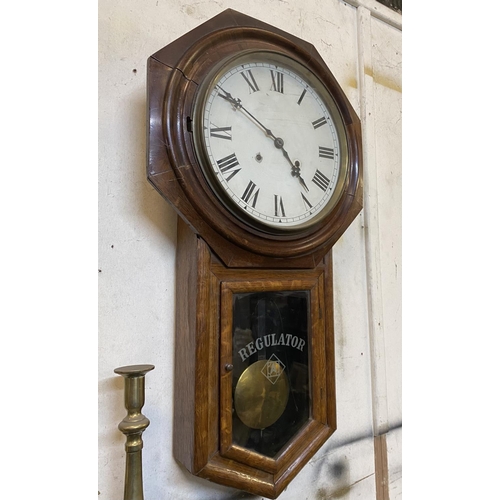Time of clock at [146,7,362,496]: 4:50
